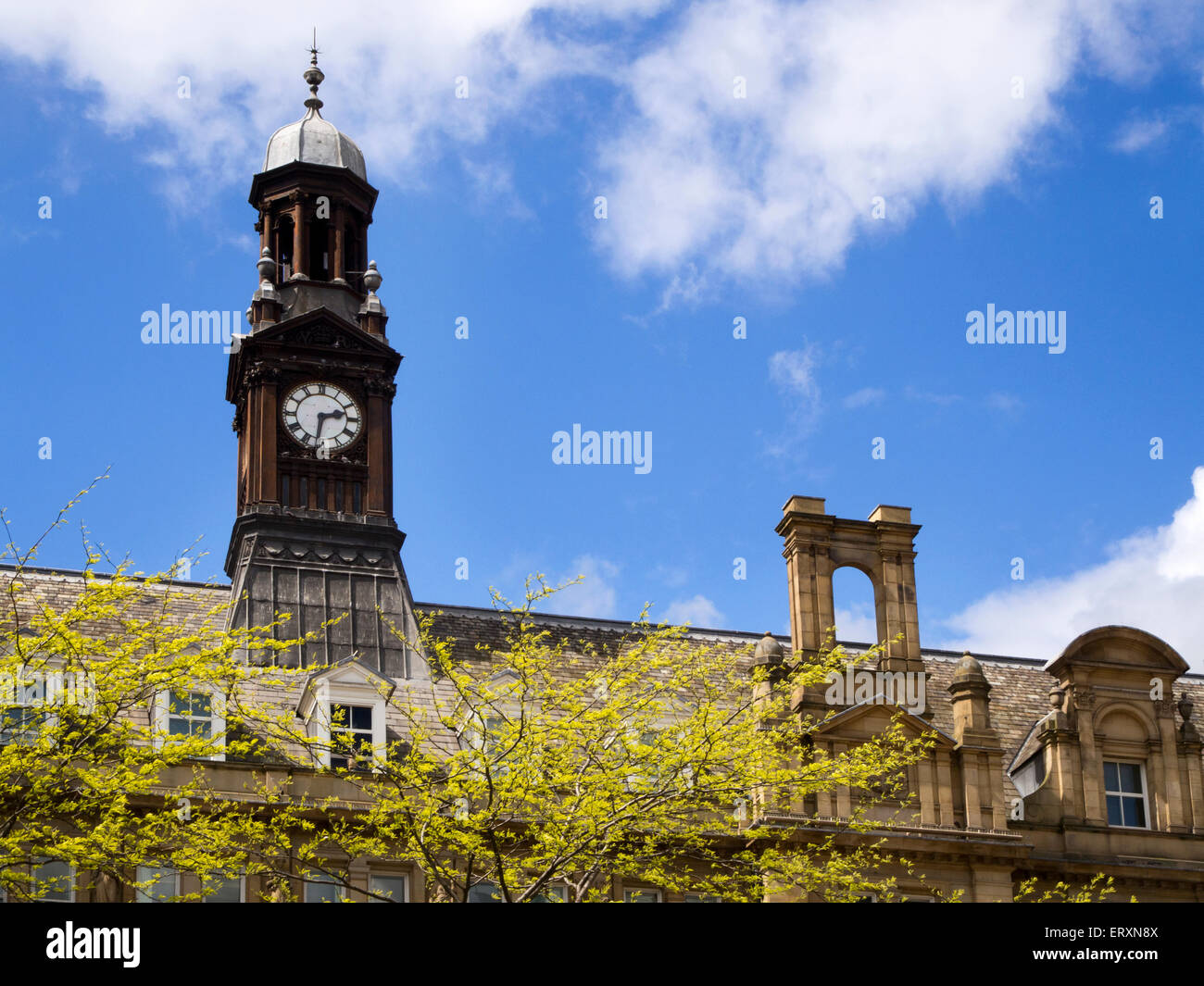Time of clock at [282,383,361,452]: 2:31
